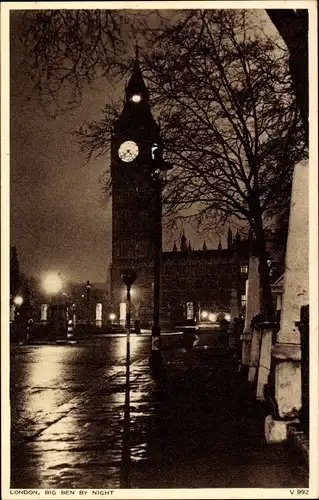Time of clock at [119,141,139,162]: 4:38
